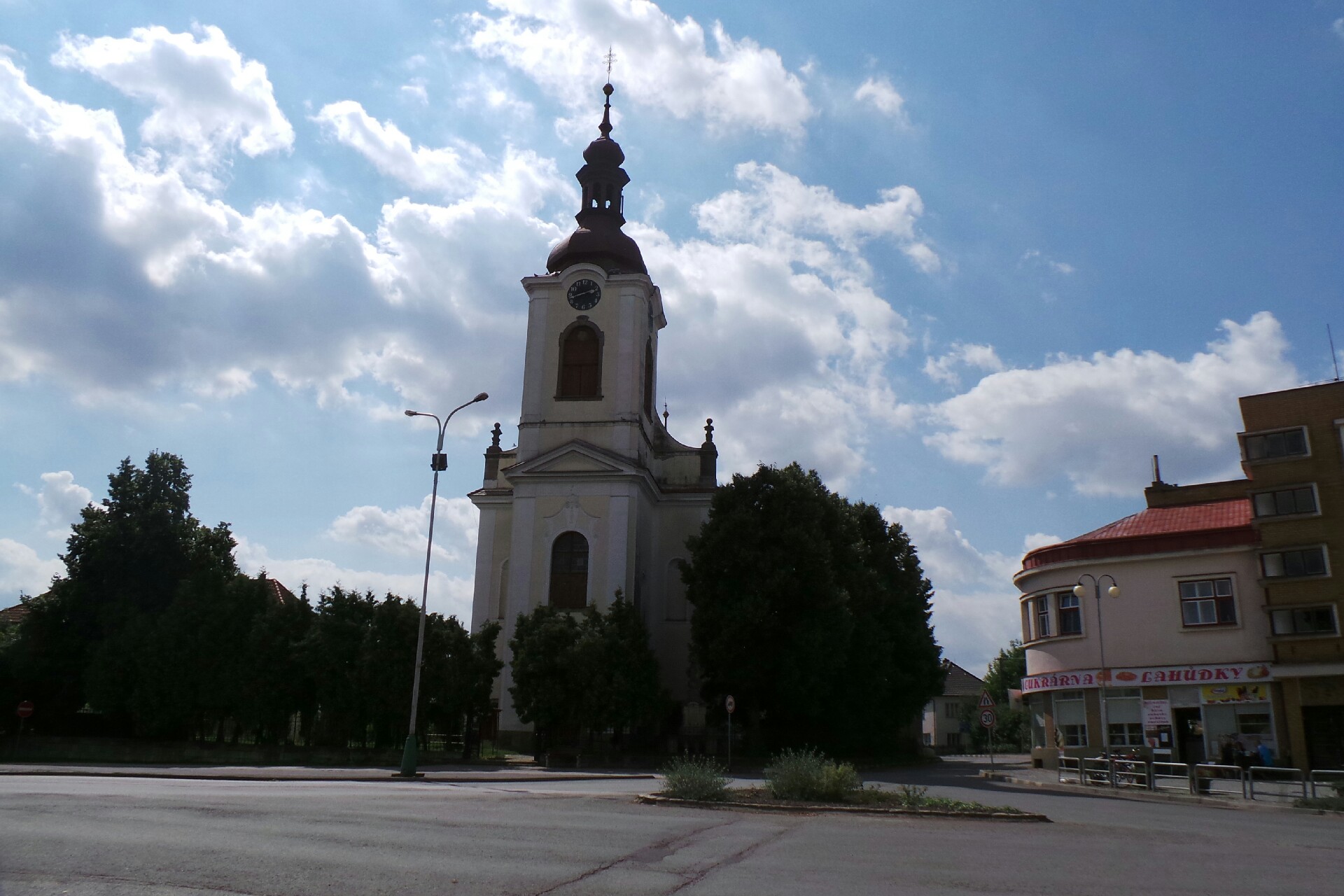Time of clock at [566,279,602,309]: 2:42
